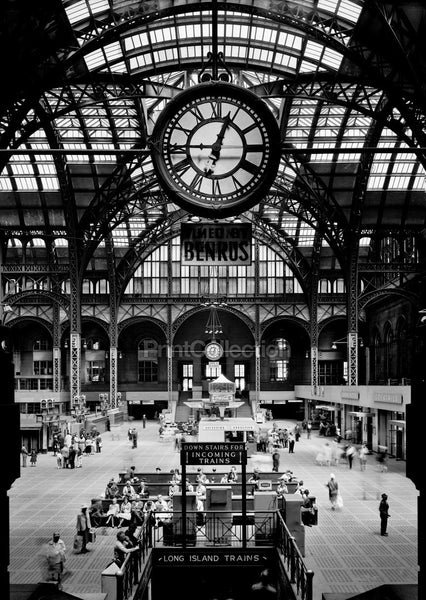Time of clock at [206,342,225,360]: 12:32
